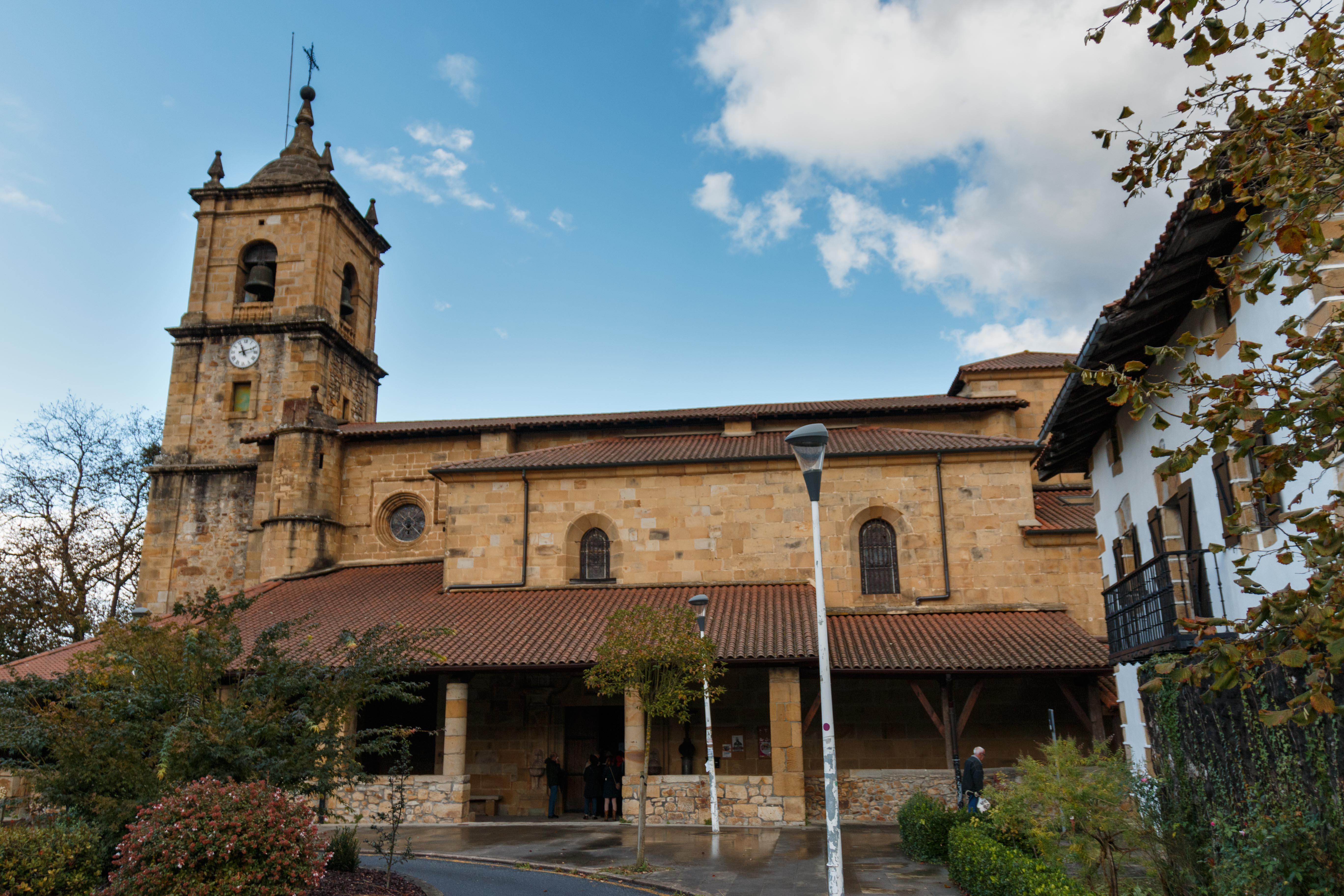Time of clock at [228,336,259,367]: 11:11
